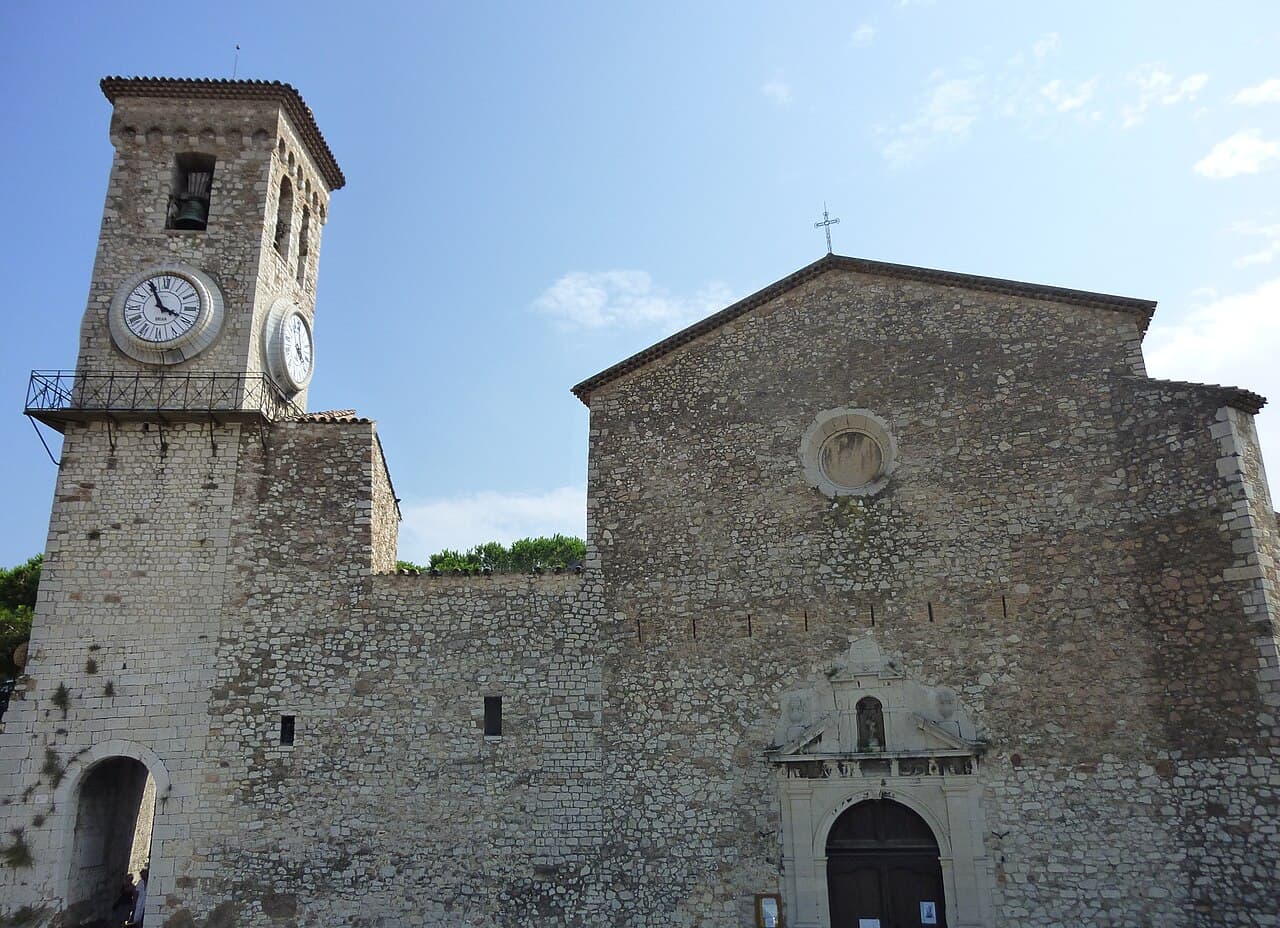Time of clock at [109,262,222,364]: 3:55
